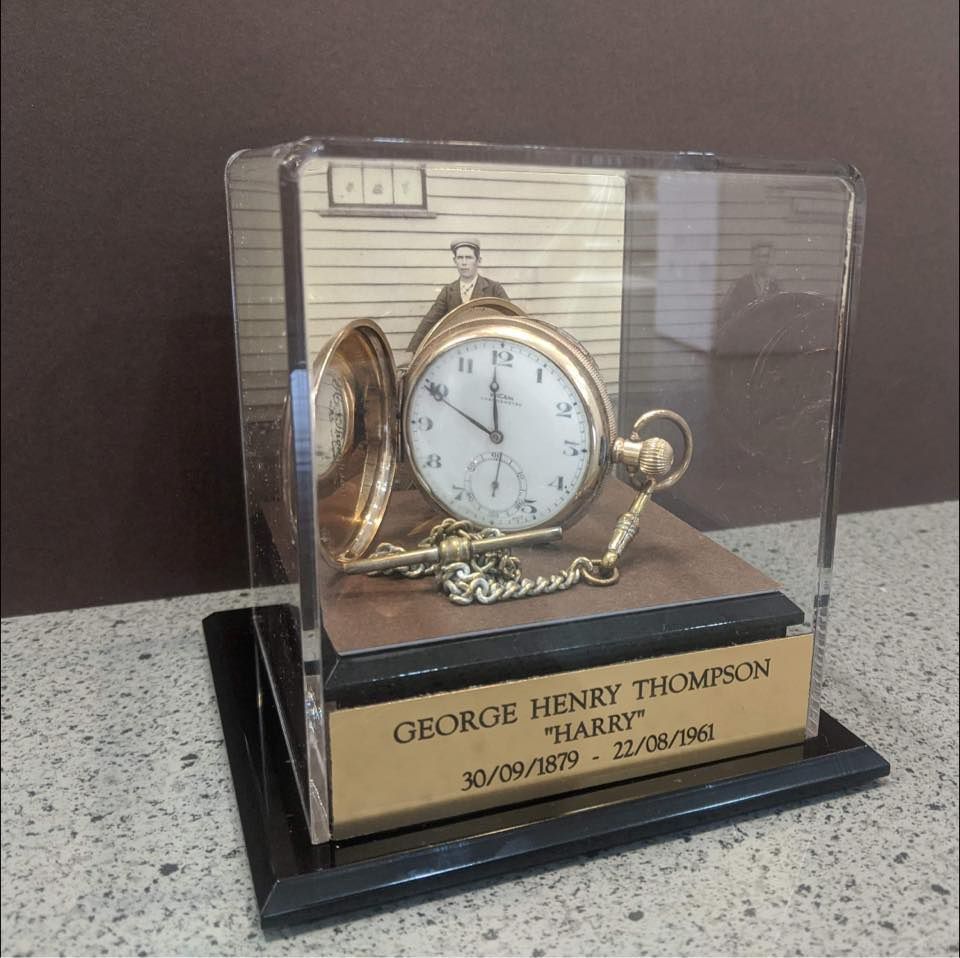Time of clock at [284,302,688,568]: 11:49
